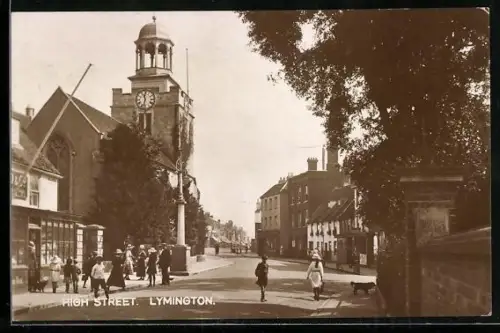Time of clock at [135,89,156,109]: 11:32
